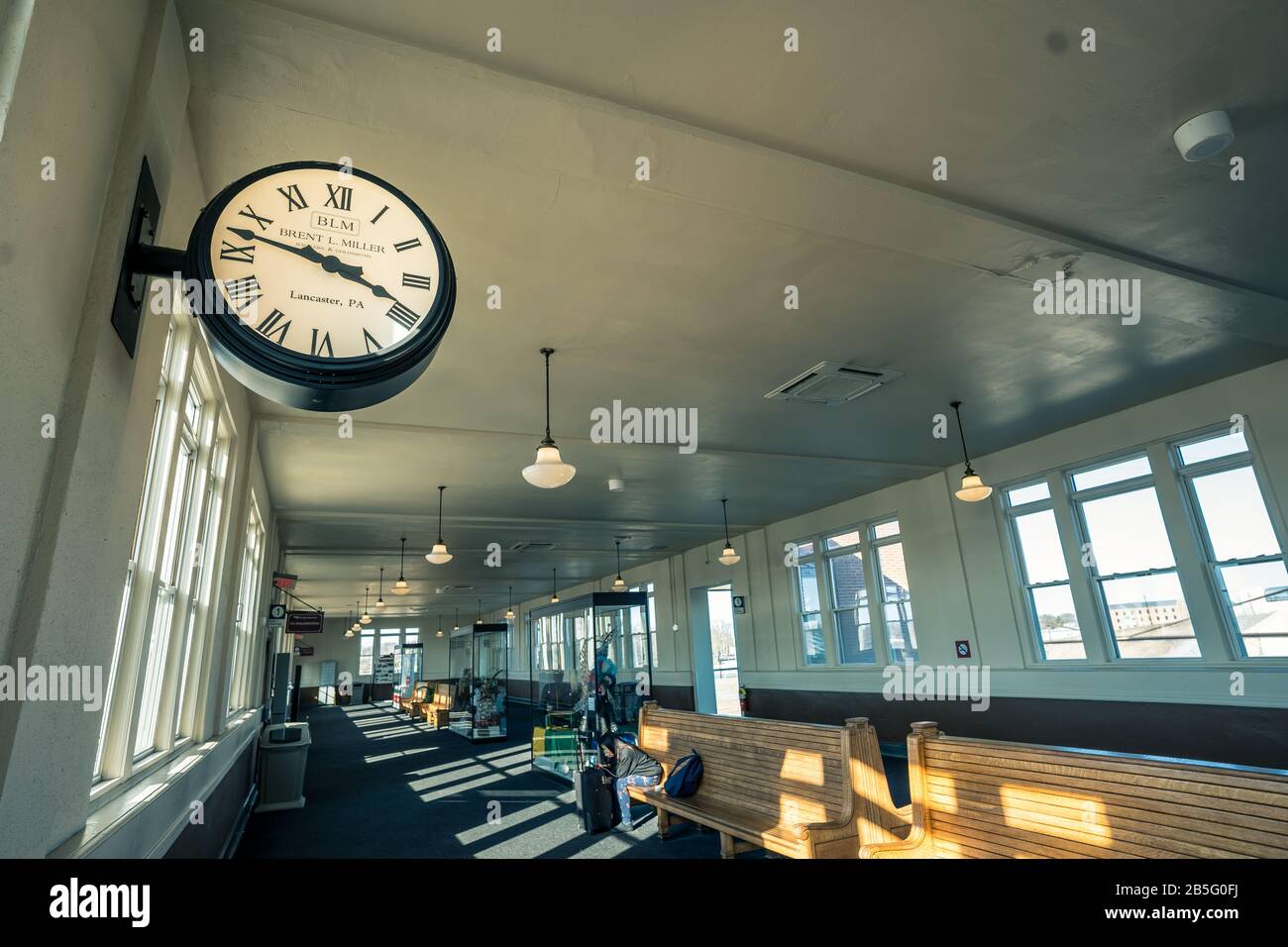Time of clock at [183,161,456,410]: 3:47
